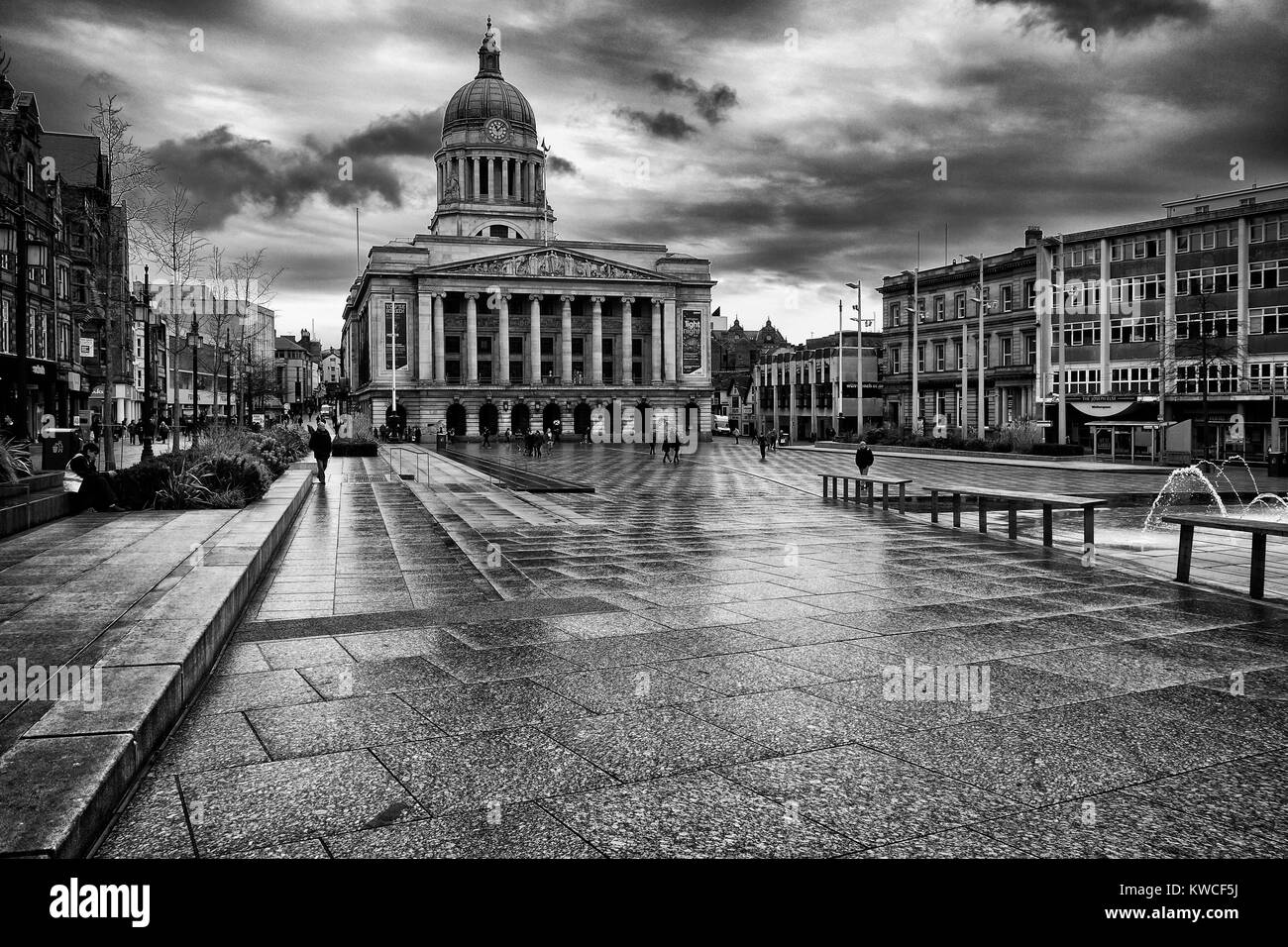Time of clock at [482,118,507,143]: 11:07
